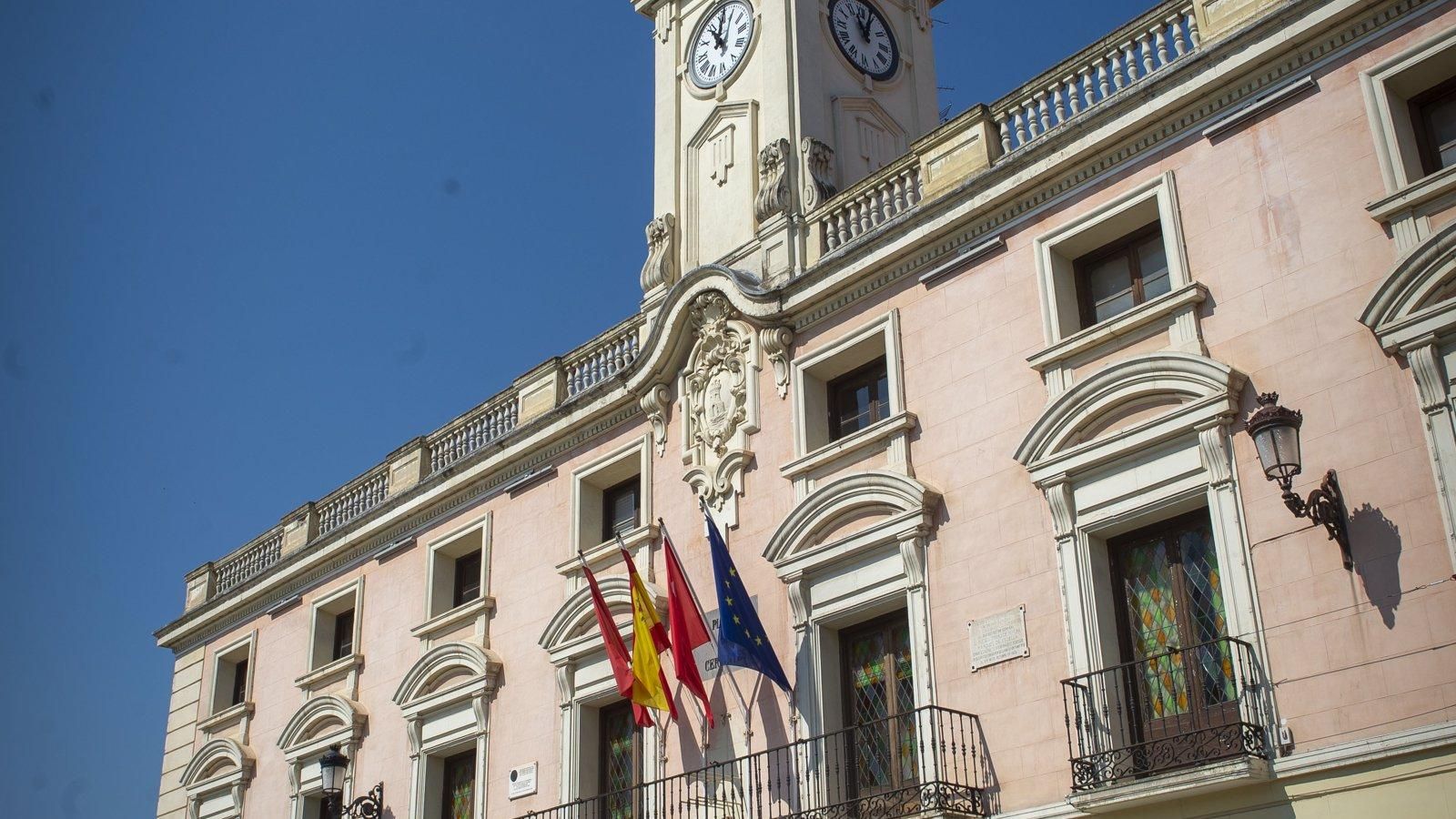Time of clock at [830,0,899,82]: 11:04
